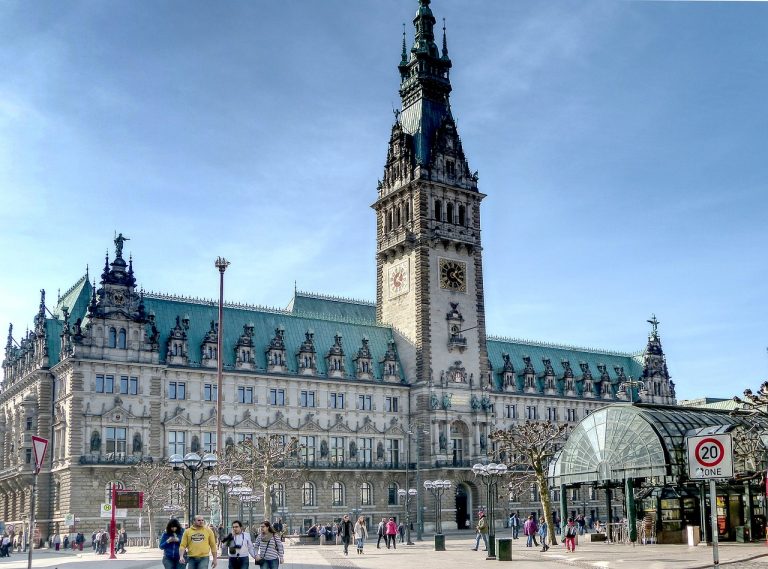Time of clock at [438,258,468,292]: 1:21
